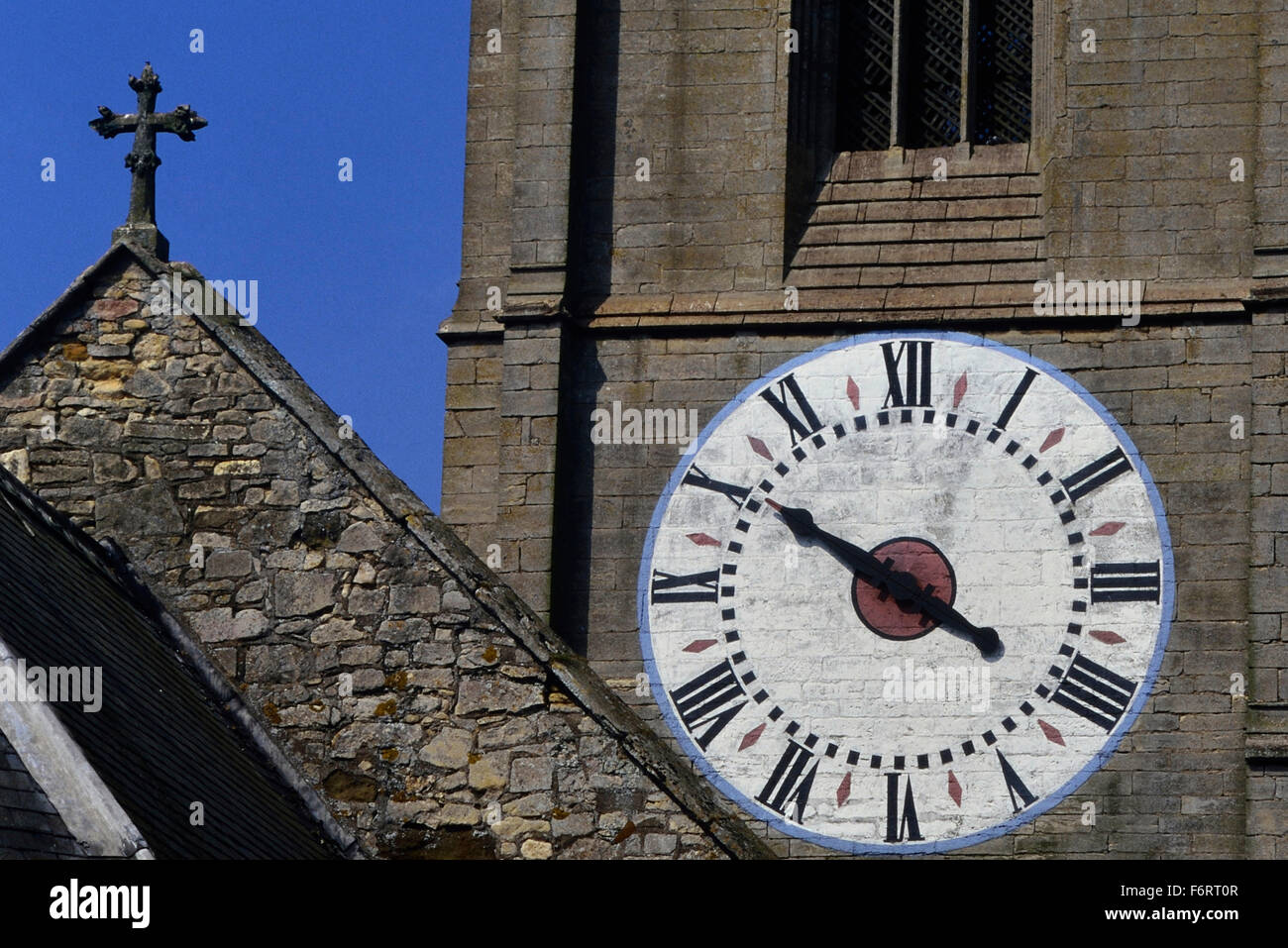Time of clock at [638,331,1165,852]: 3:50
